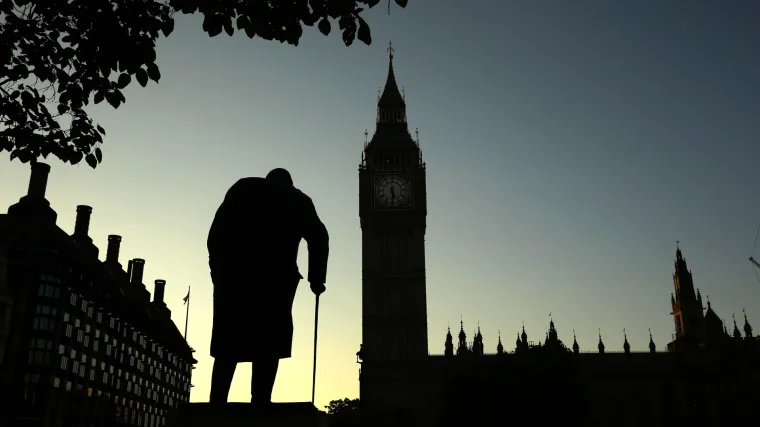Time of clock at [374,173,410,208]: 5:30
